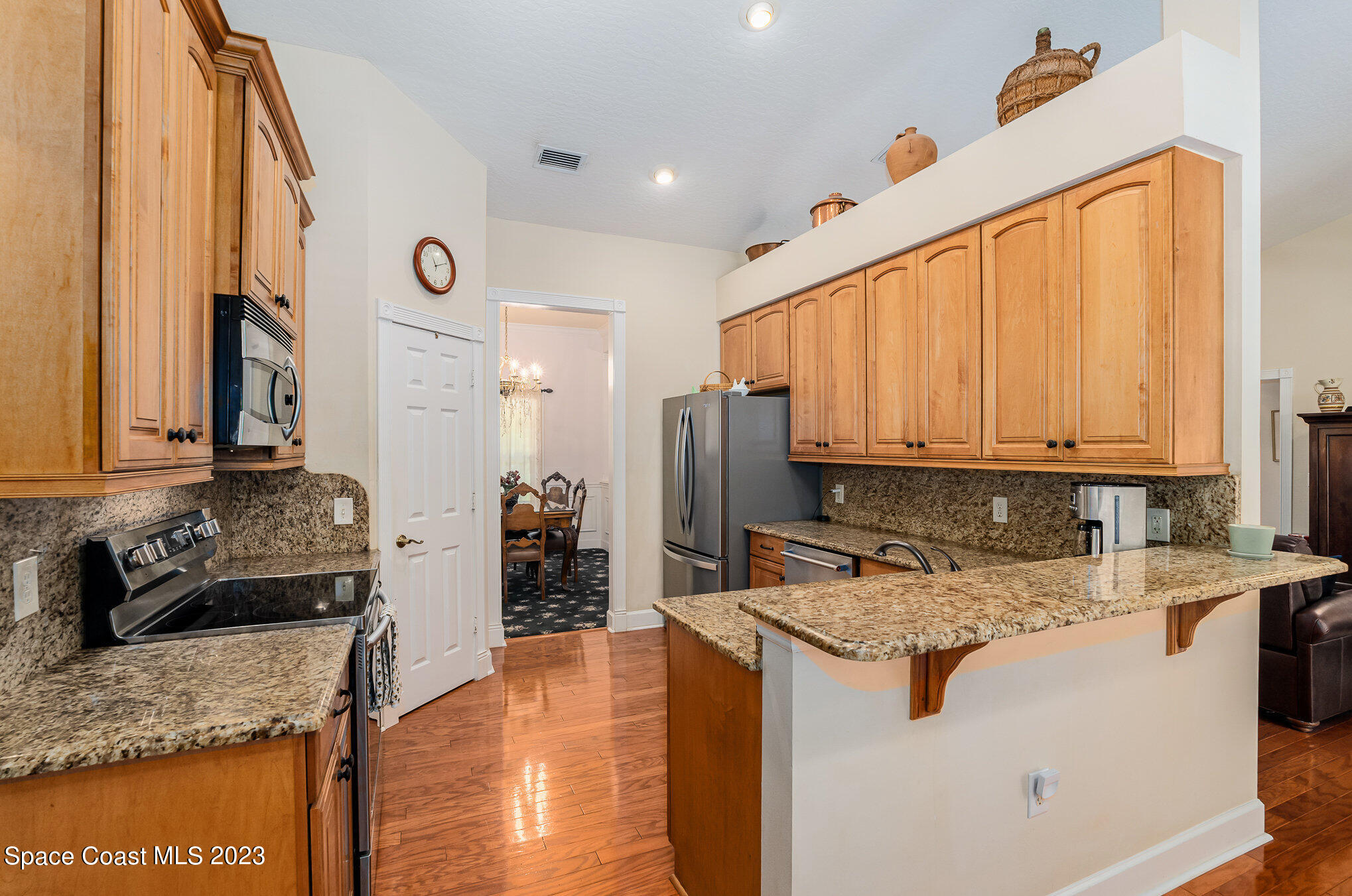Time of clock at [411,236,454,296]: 11:10
